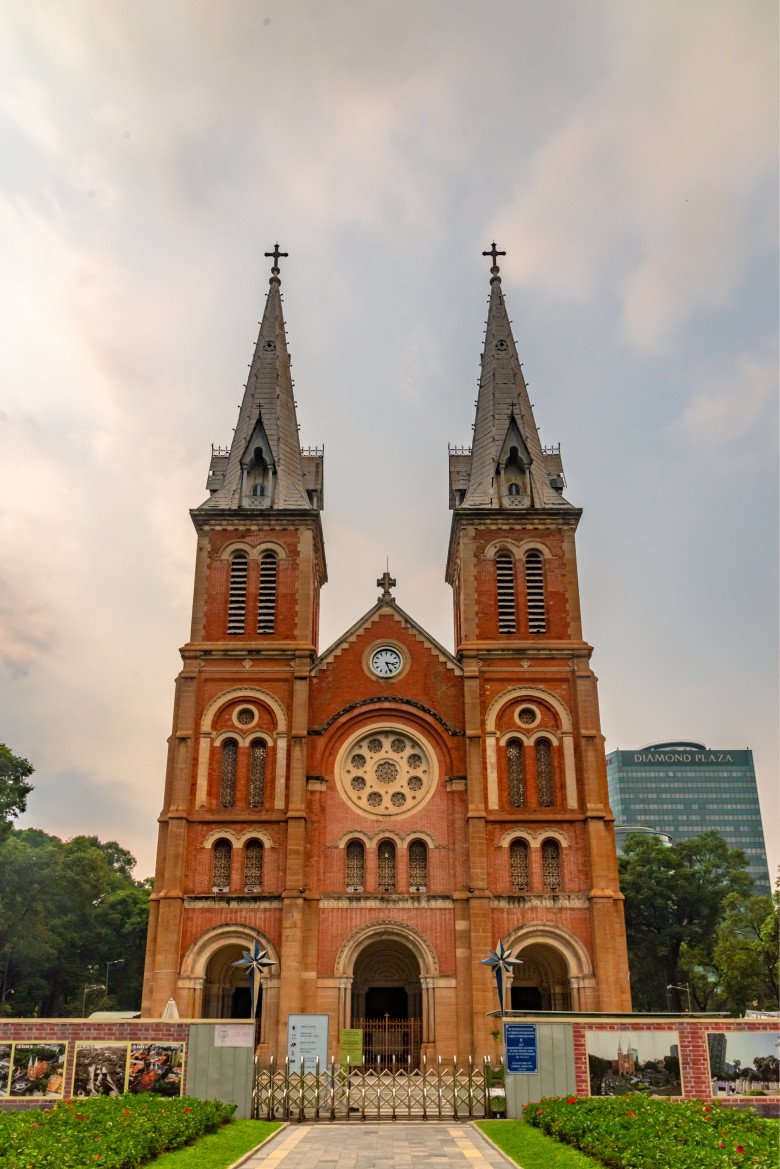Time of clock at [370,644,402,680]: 3:26
